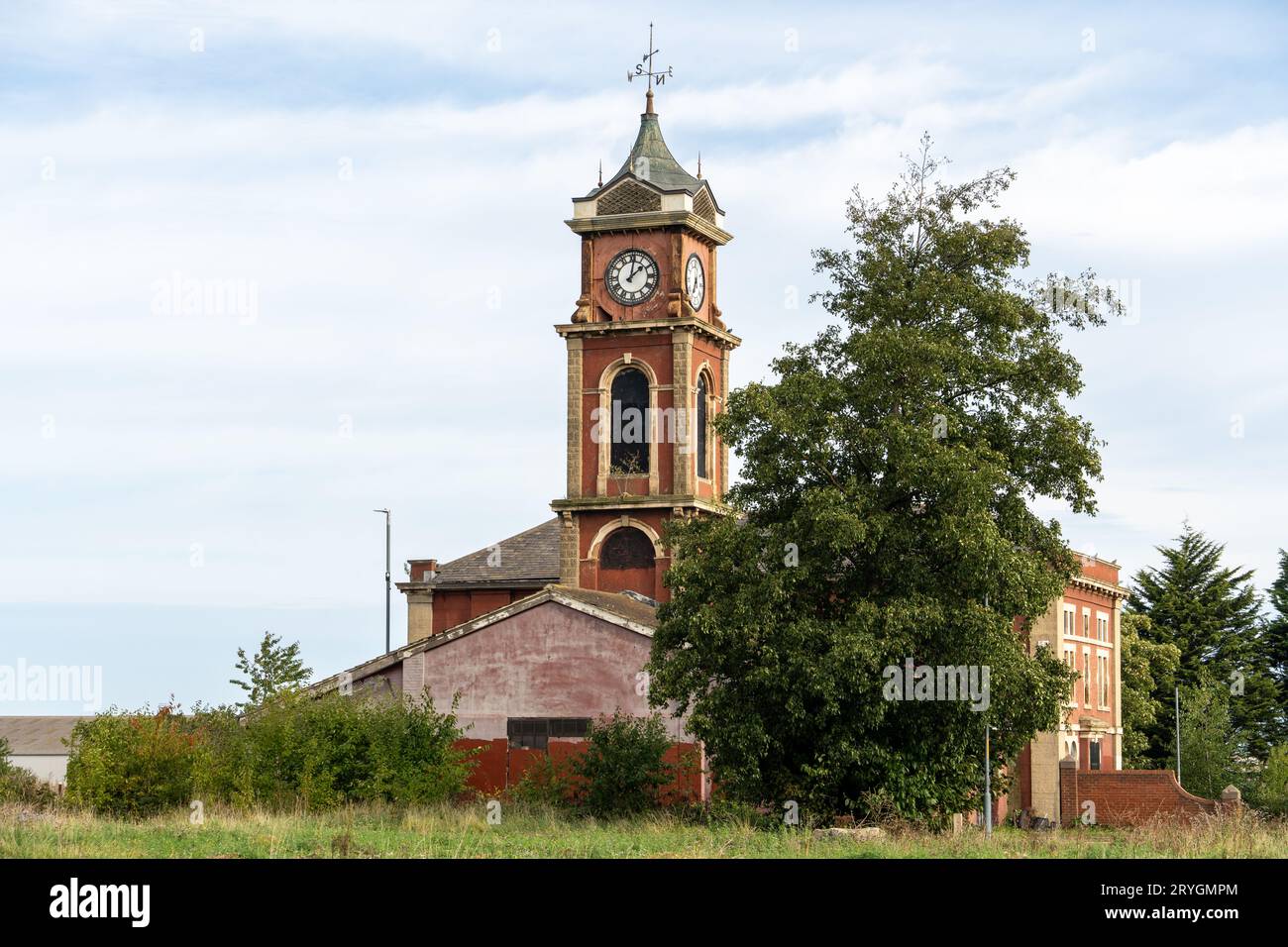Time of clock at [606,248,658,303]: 2:01
